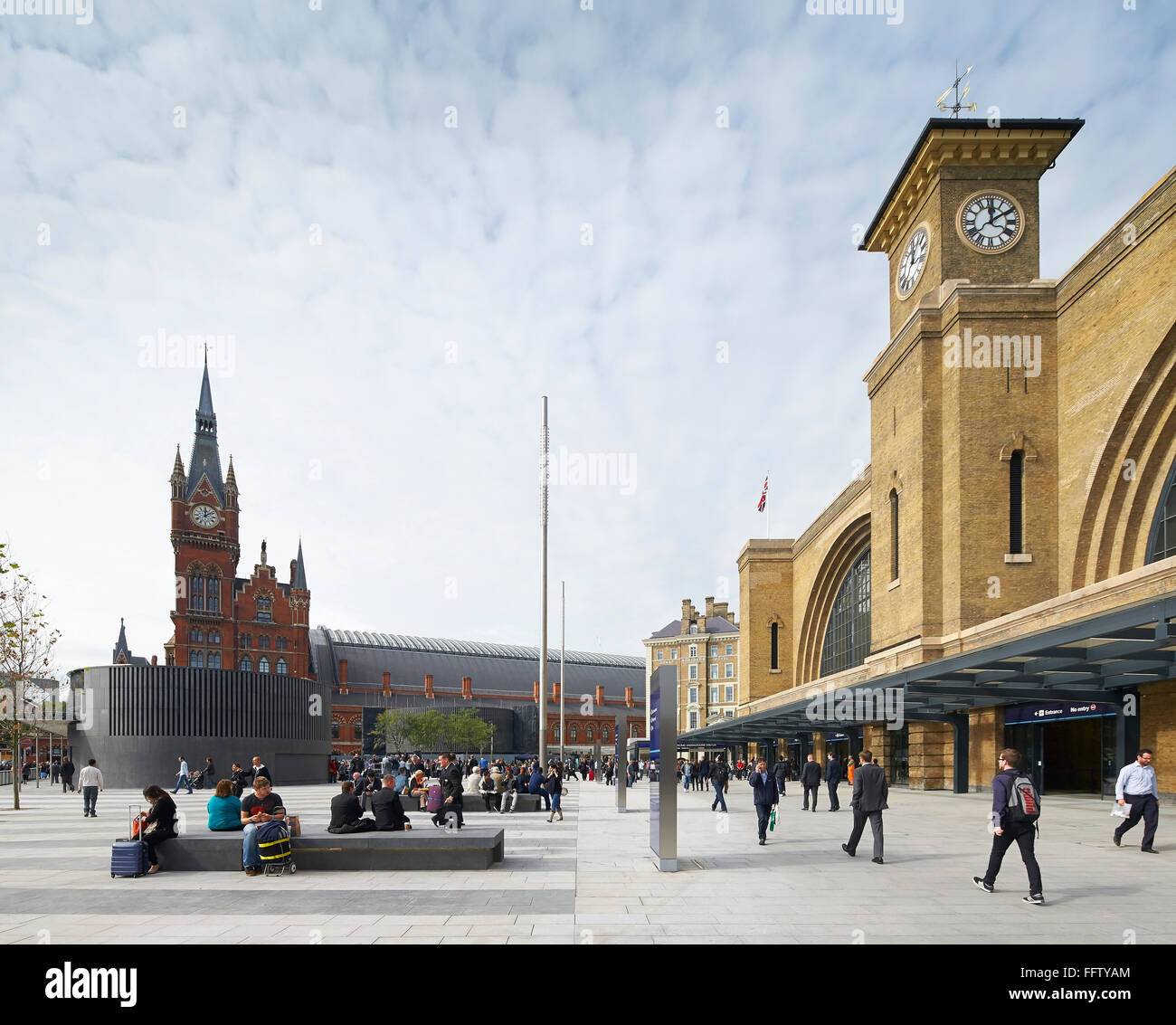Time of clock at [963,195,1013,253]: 12:09
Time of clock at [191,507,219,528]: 12:08
